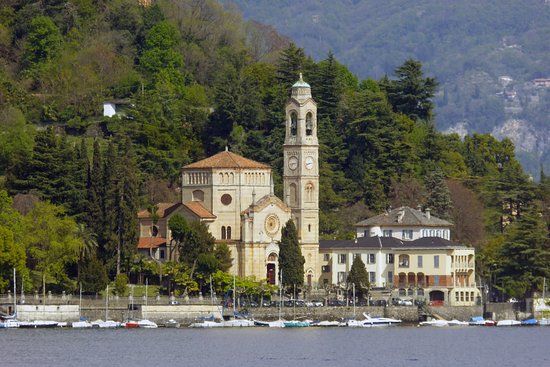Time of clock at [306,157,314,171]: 8:12
